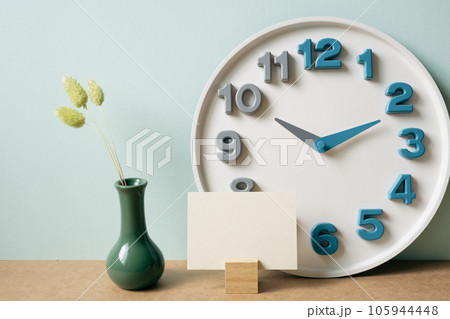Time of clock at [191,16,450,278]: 10:11
